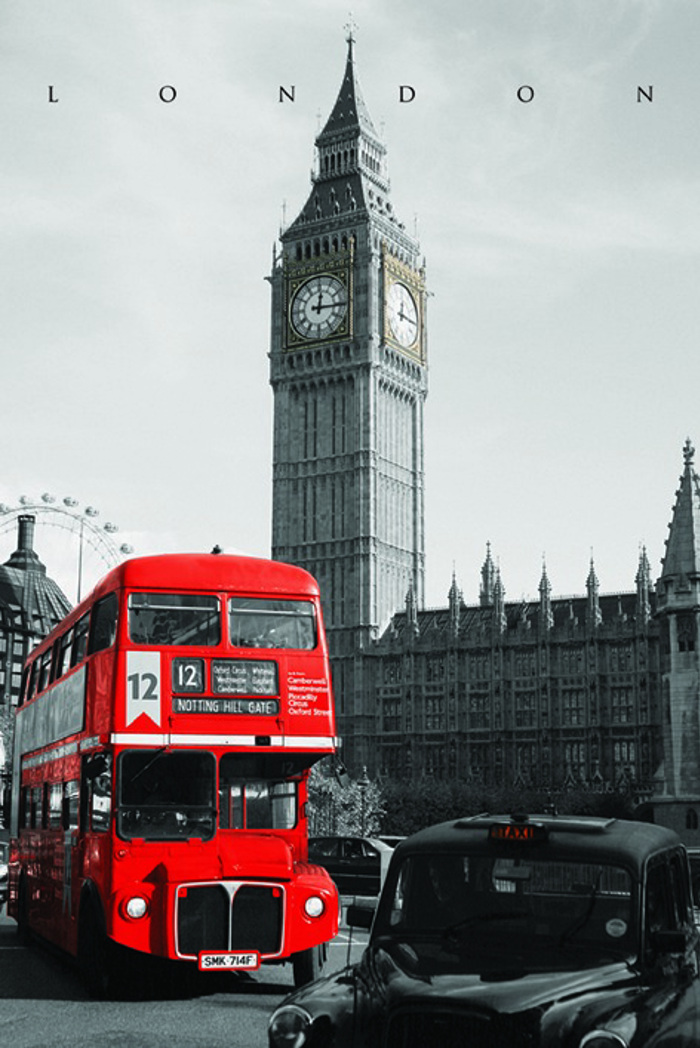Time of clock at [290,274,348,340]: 12:15
